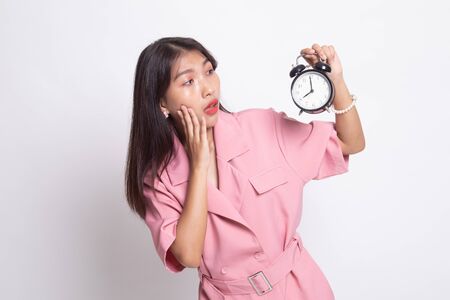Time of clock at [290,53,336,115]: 7:59
